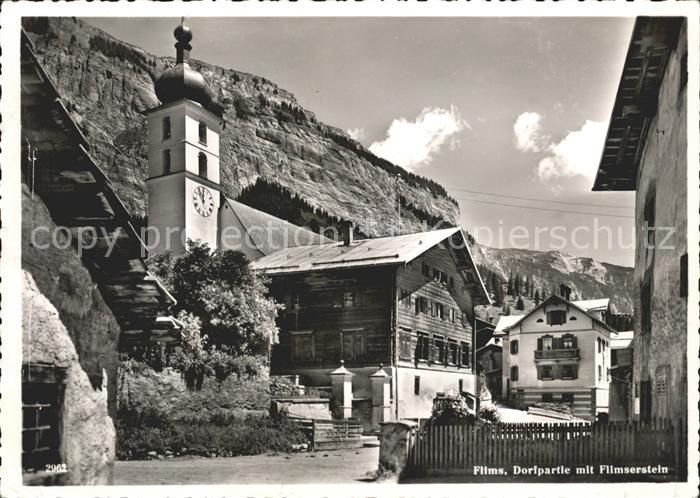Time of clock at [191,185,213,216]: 11:00
